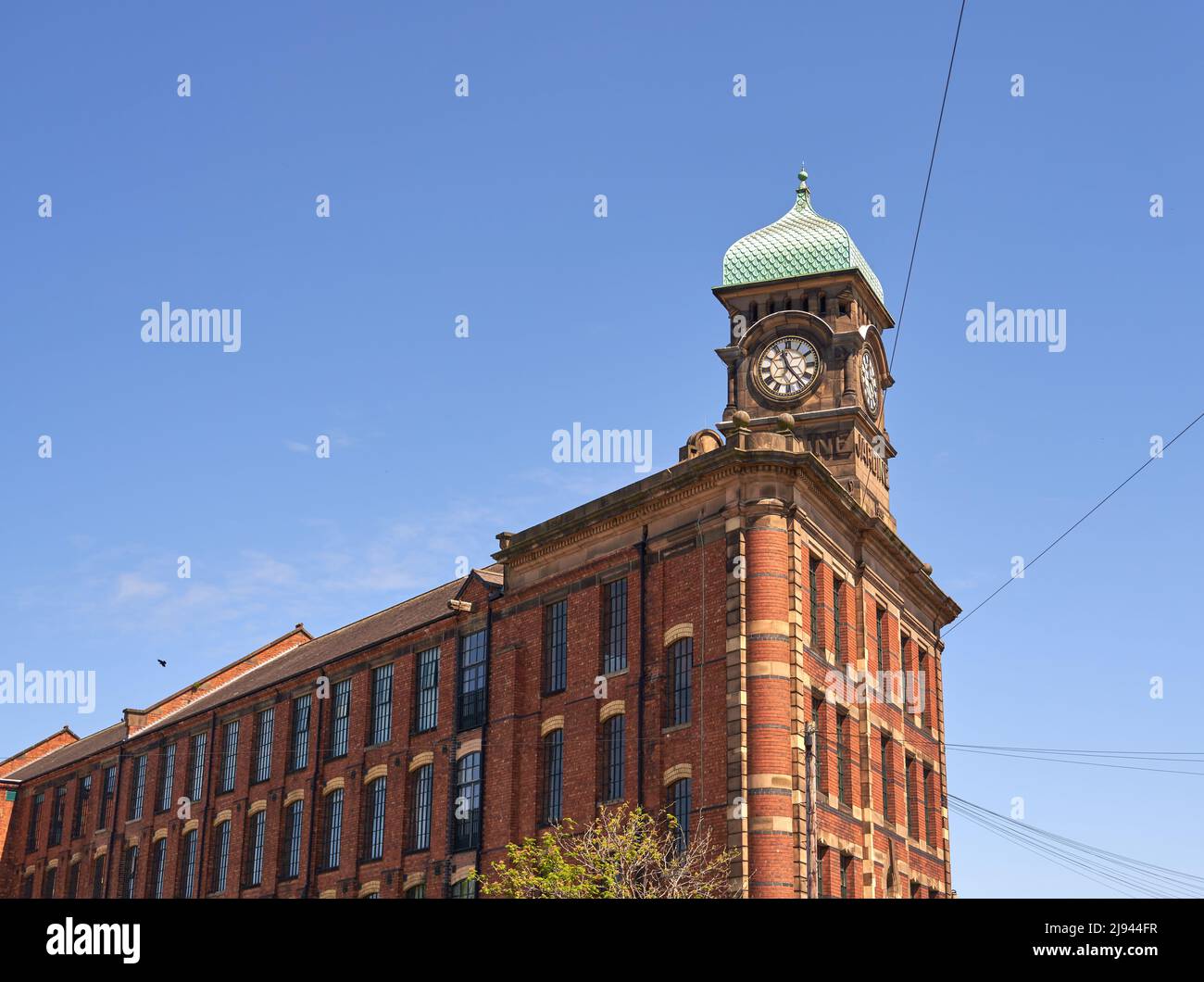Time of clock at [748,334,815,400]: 11:23
